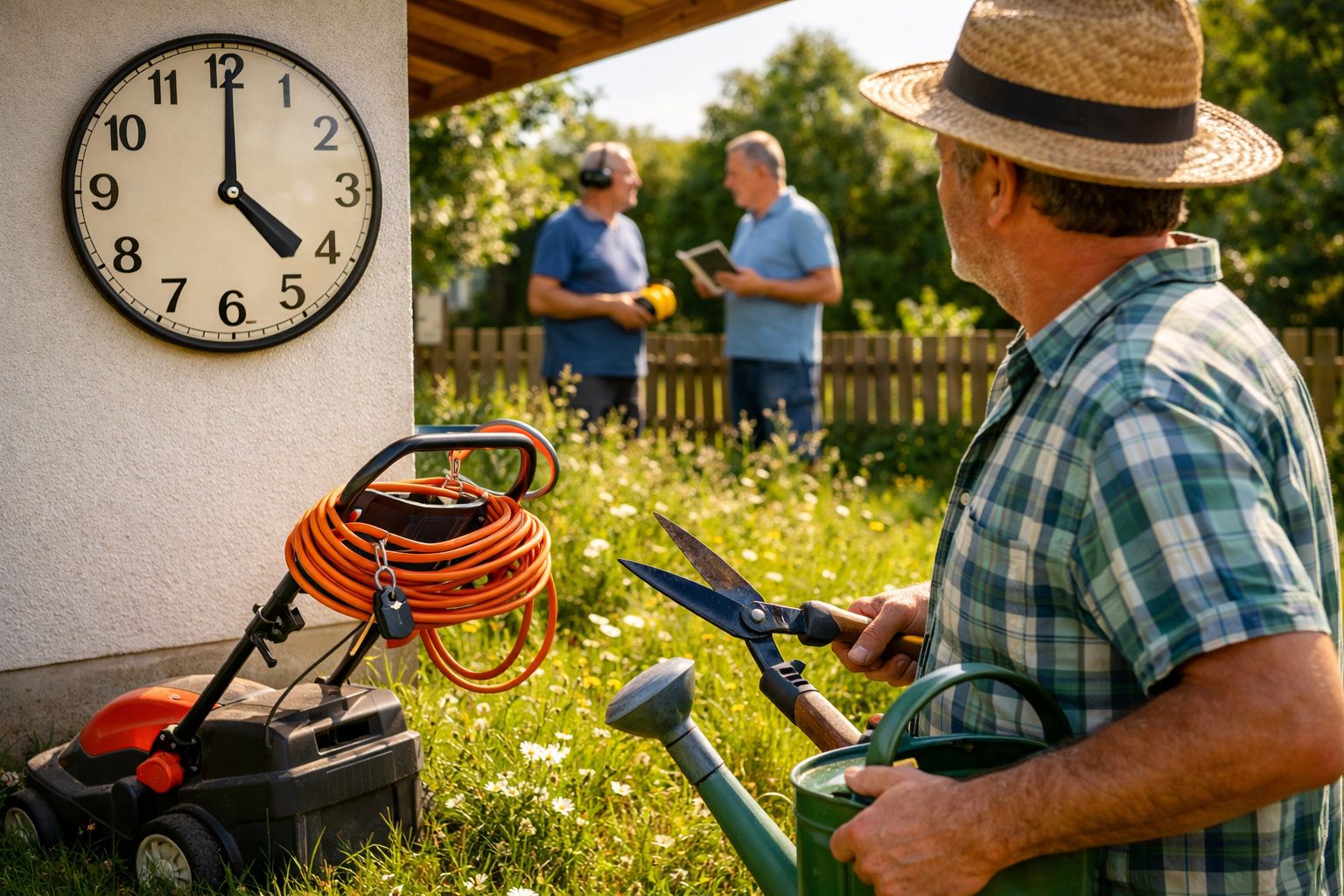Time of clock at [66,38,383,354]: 4:00
